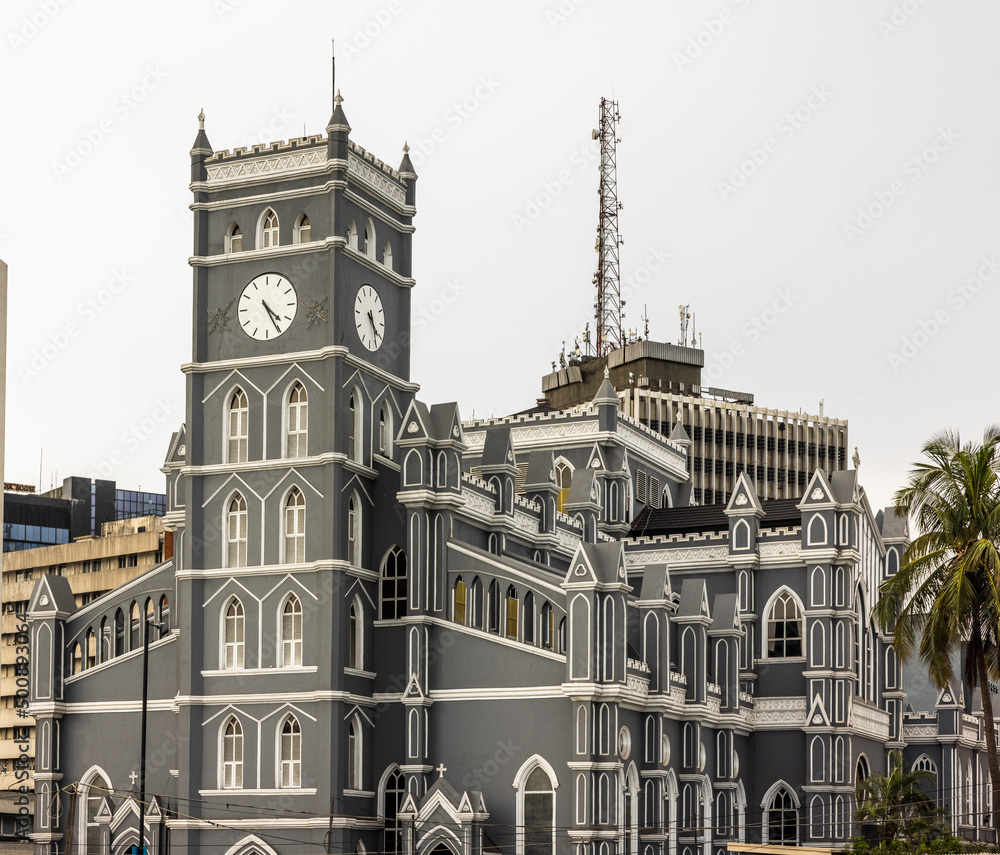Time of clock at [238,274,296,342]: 4:25
